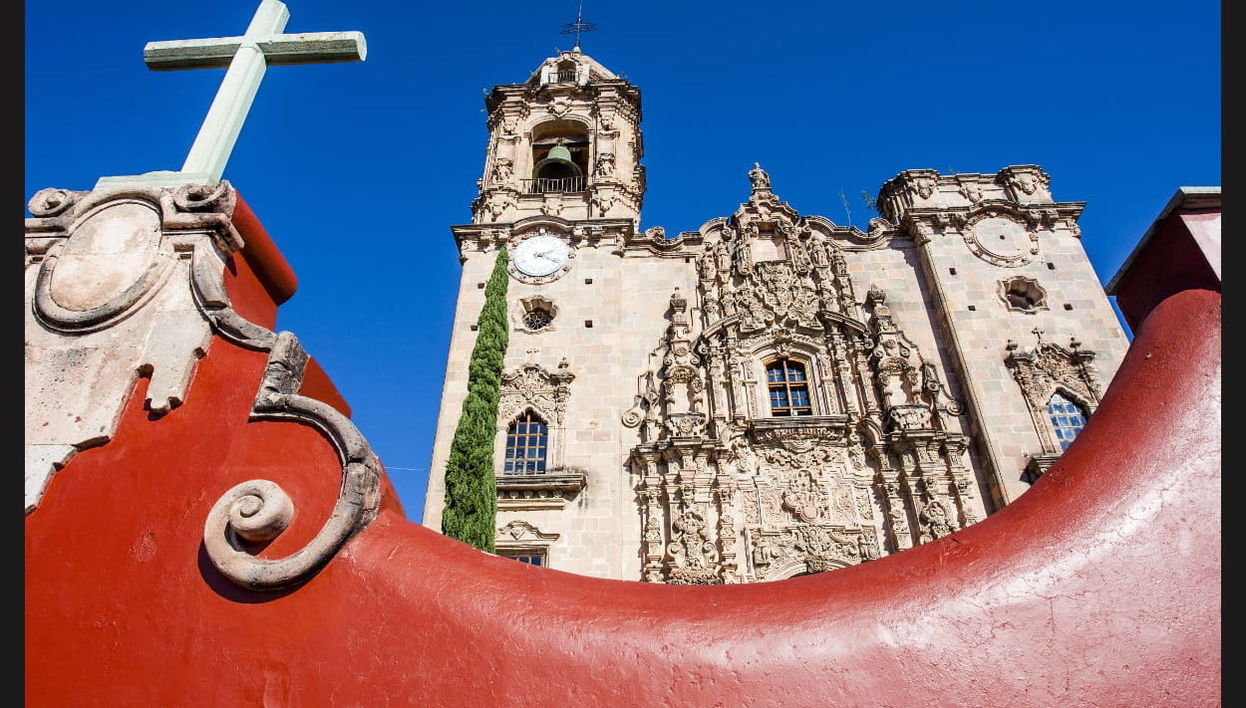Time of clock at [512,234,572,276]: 2:18
